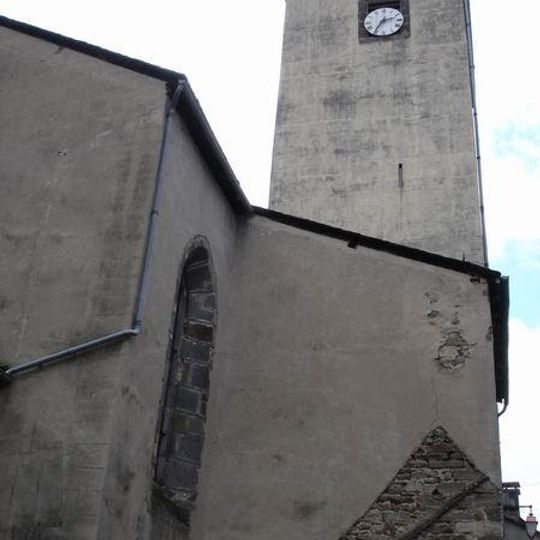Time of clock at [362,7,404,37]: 2:35
